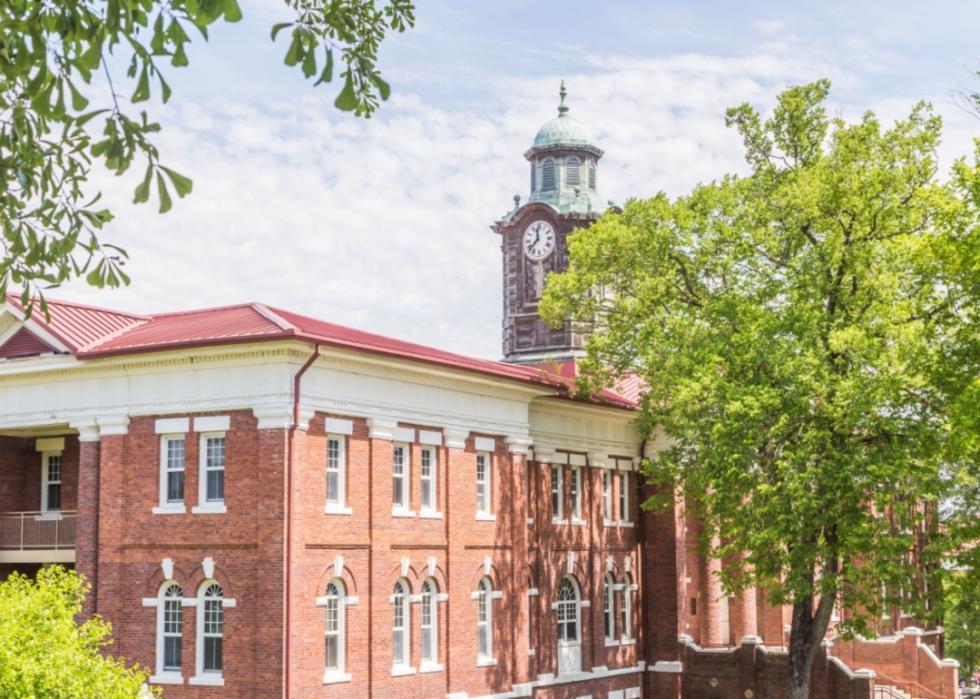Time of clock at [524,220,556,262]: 11:37
